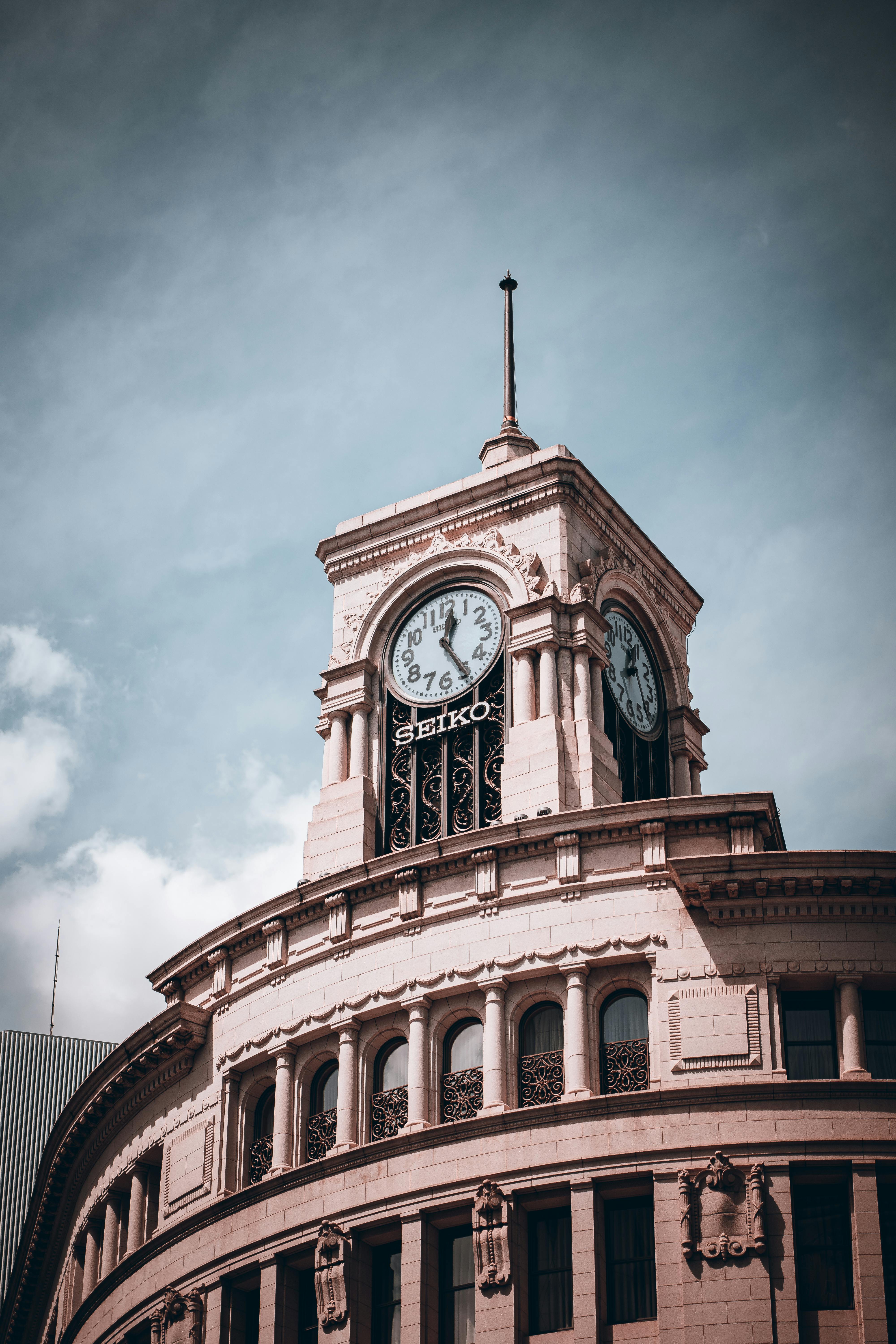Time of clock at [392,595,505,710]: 12:24
